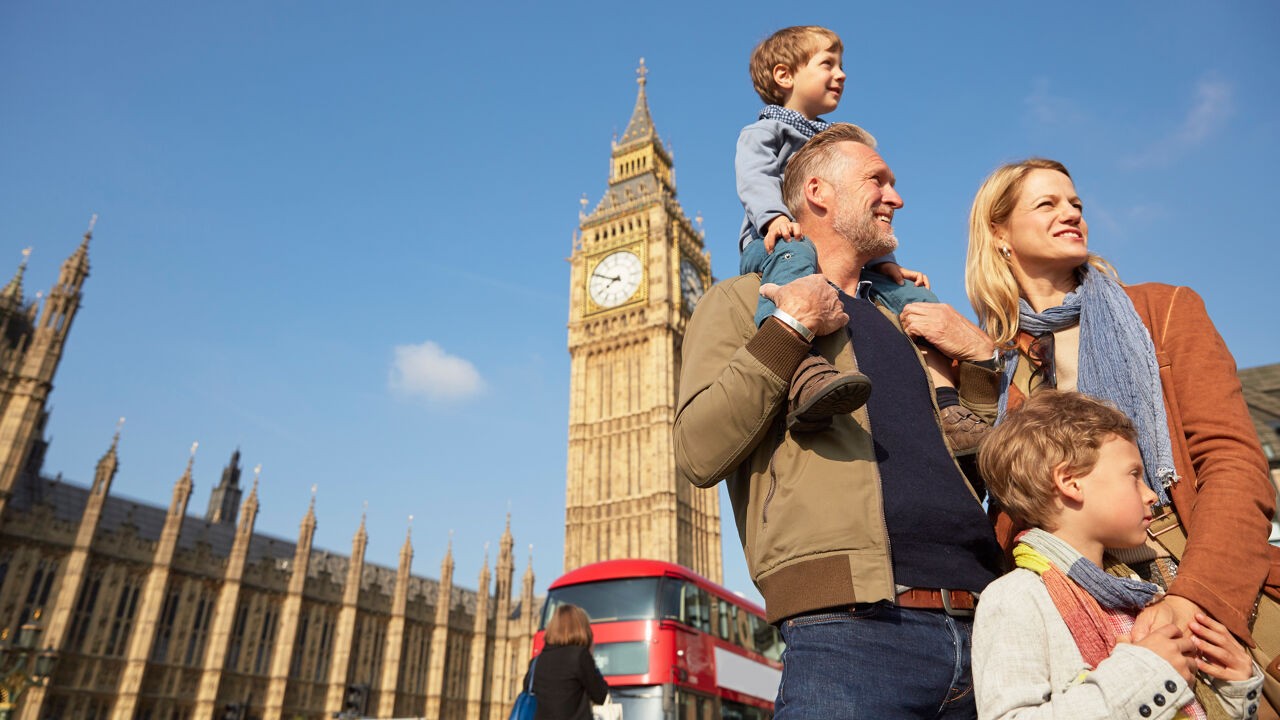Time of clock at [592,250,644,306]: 7:49
